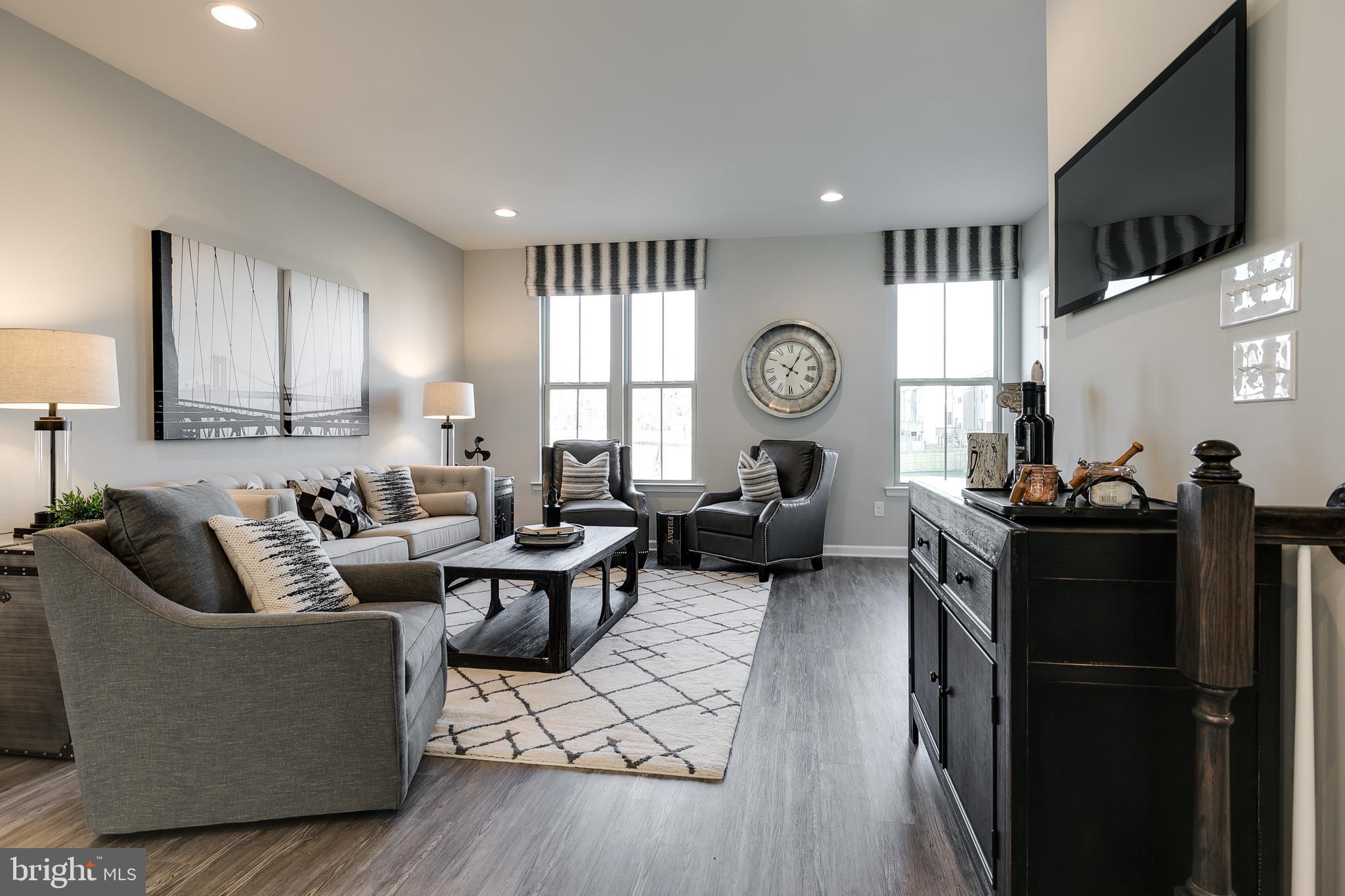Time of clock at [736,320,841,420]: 10:05
